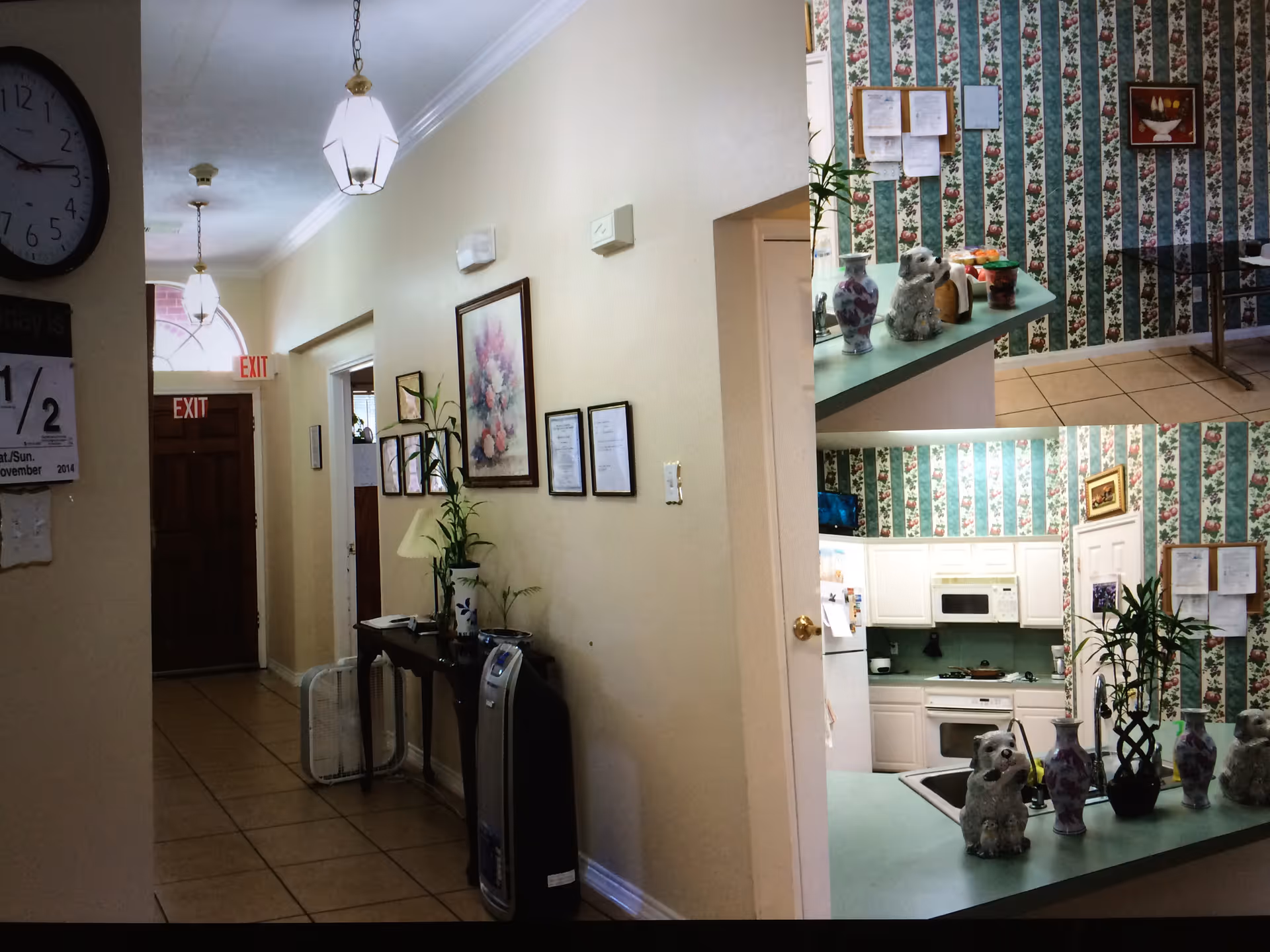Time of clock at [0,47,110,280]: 9:13
